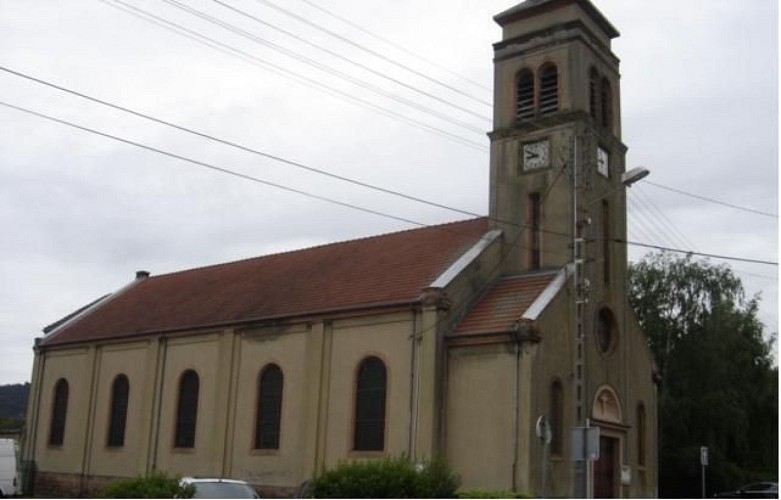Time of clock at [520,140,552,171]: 8:49
